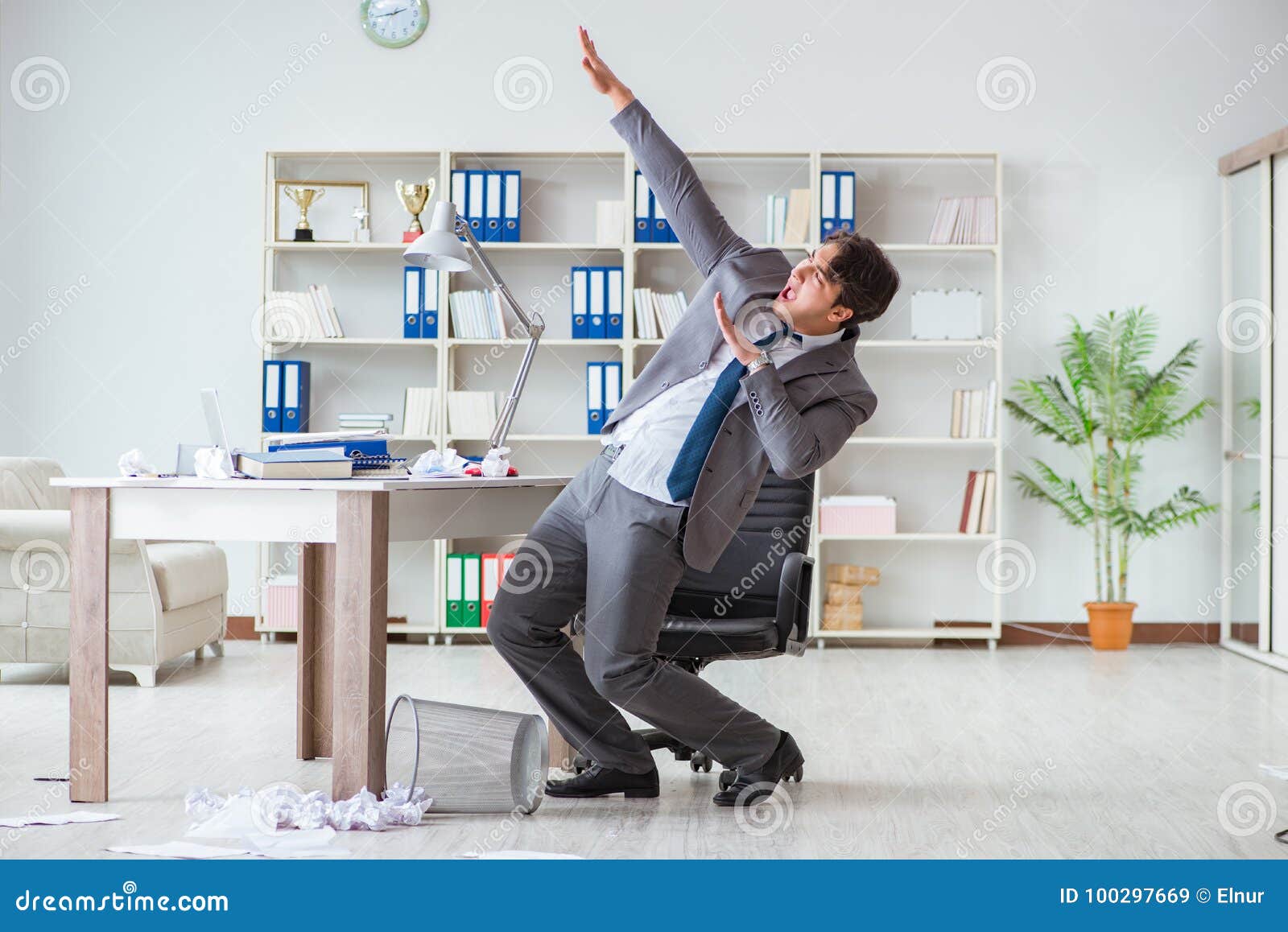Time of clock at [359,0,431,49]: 1:43
